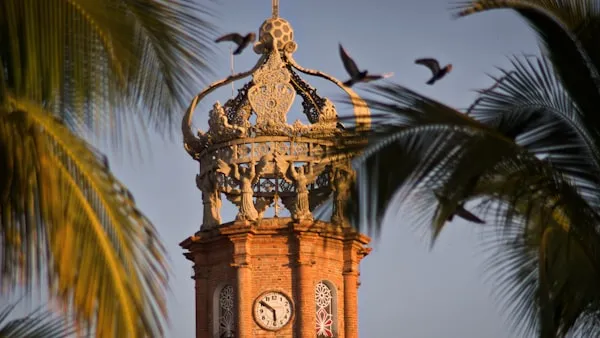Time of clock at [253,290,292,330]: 5:50
